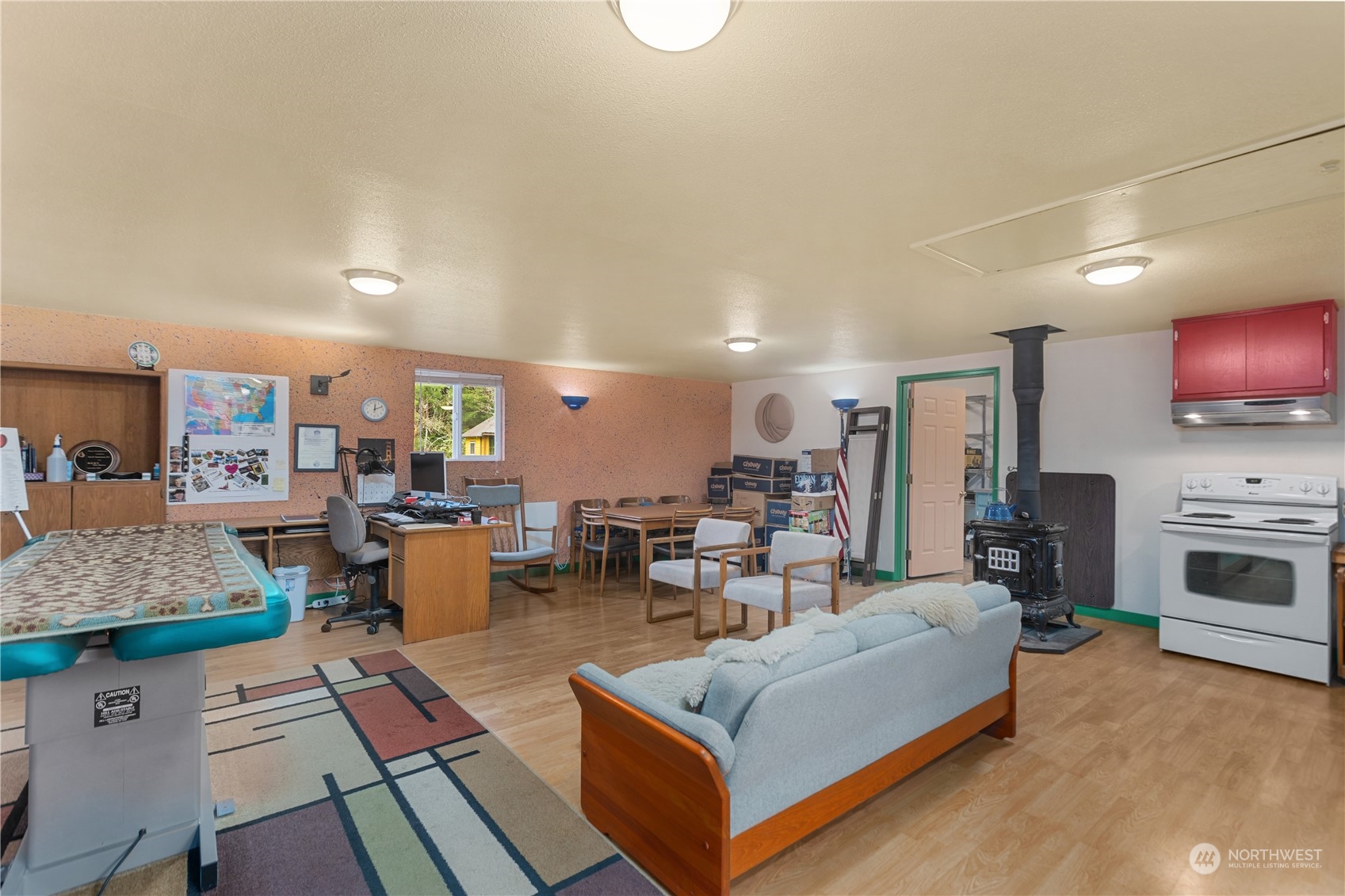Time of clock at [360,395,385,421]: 12:11
